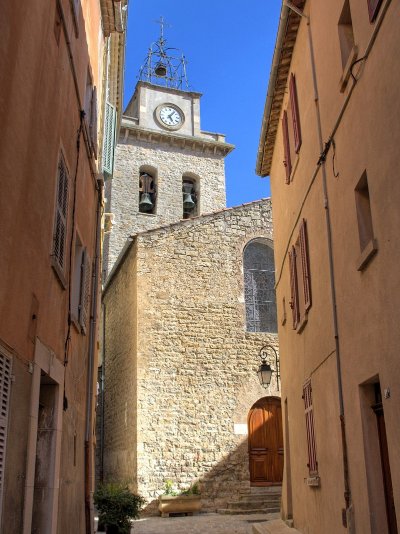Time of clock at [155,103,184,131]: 5:06
